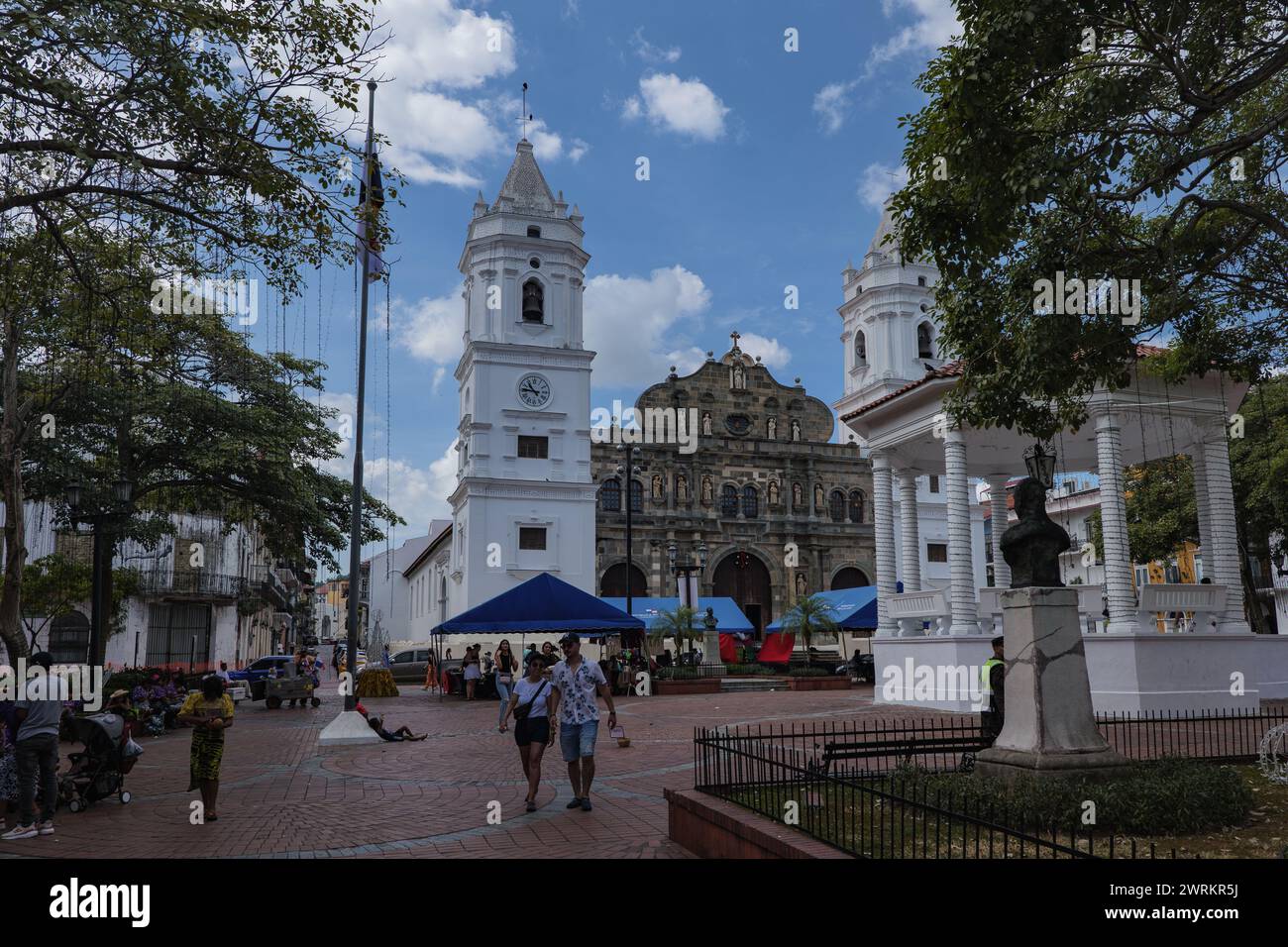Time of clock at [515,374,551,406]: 10:45
